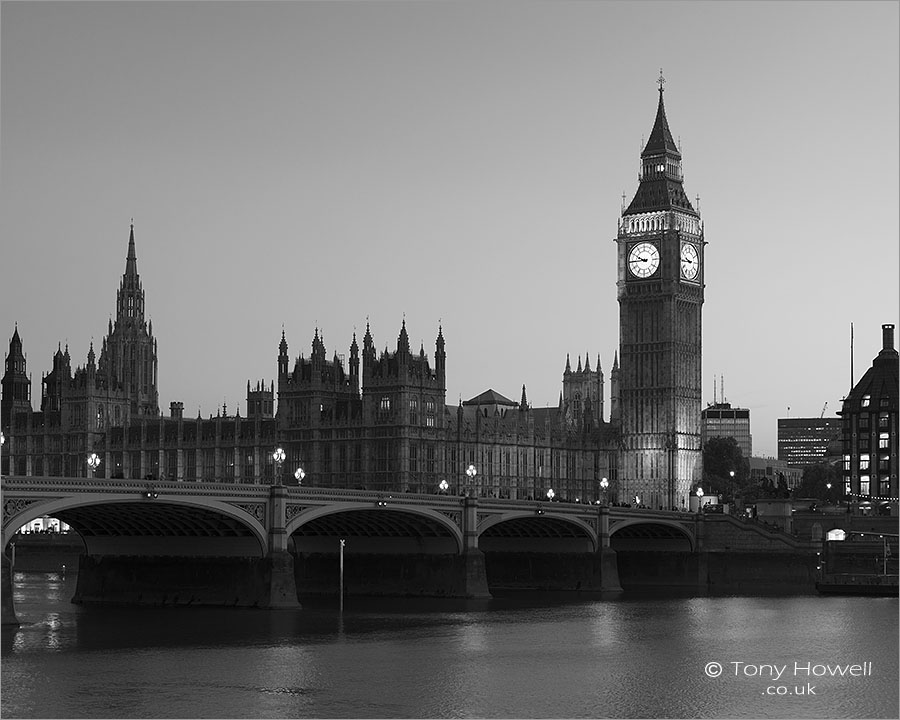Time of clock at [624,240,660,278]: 9:44
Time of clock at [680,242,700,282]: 9:44
